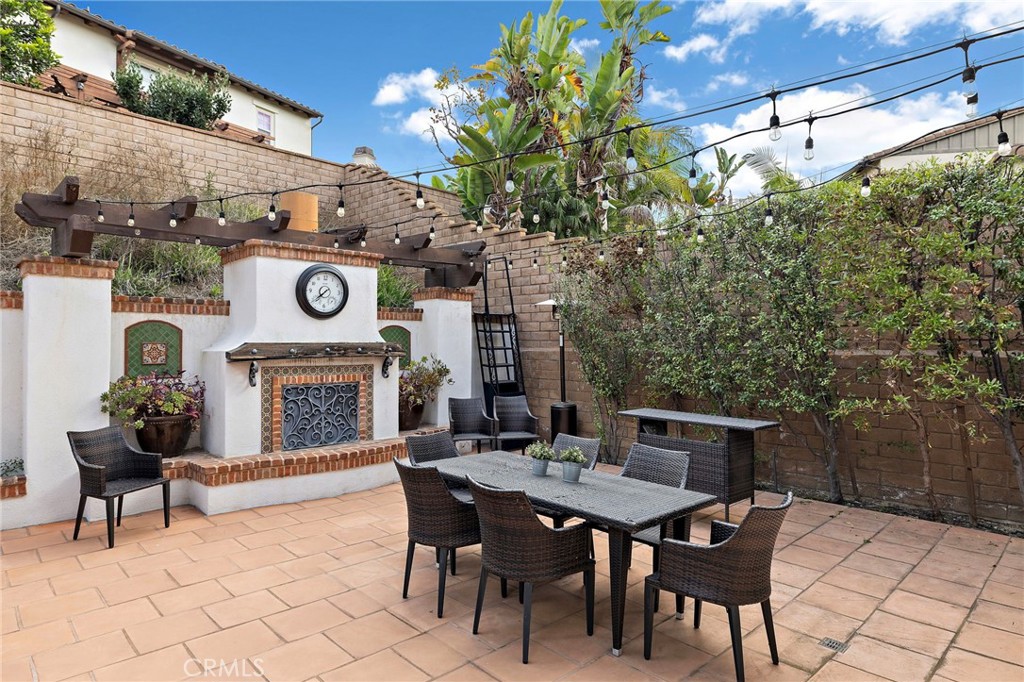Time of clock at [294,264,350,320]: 7:37
